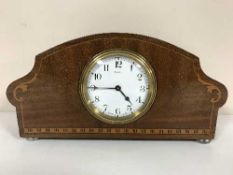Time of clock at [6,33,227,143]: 4:44
